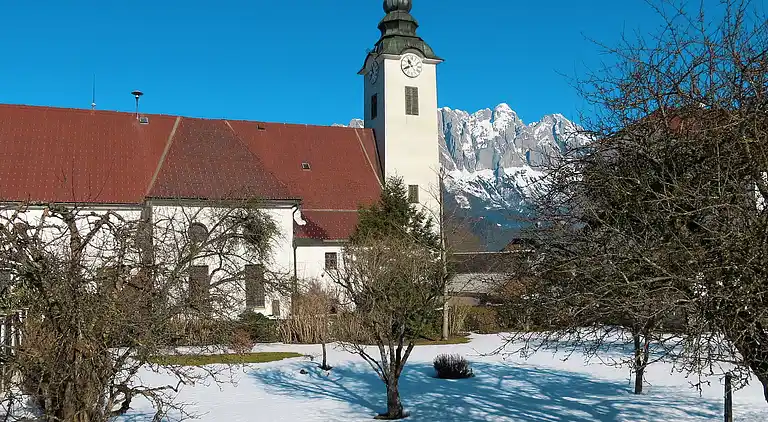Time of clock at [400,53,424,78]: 10:41
